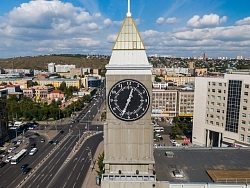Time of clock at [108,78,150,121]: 12:34
